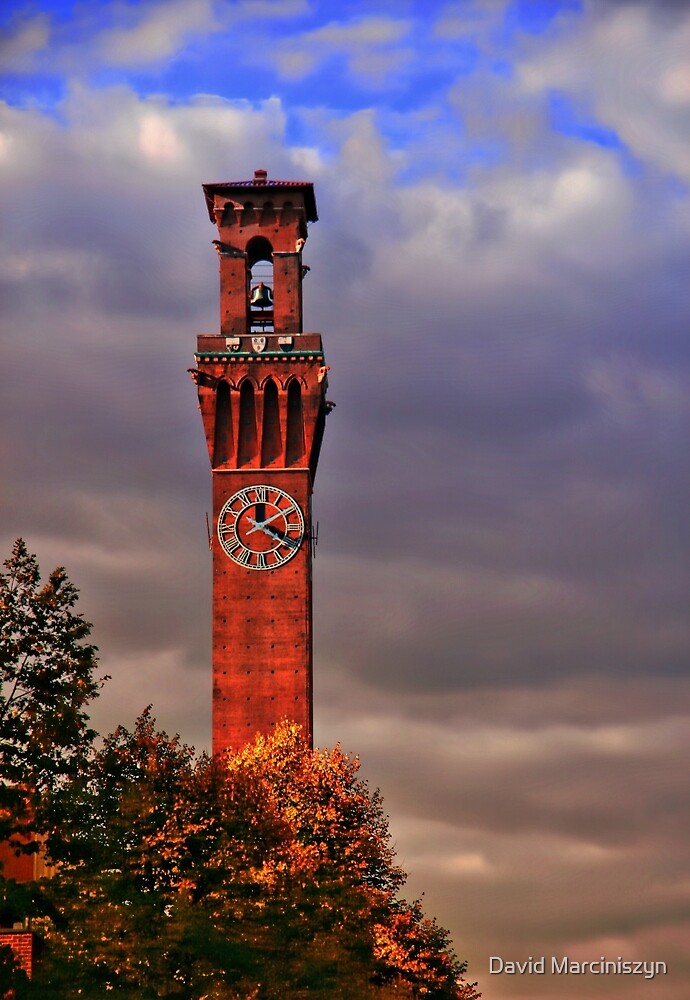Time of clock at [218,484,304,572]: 4:09
